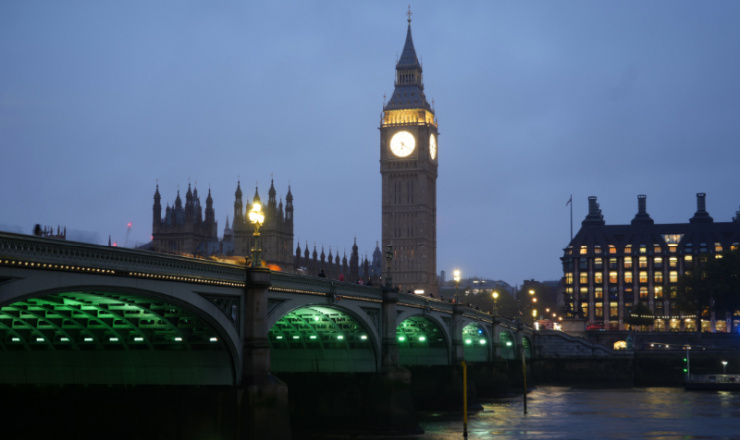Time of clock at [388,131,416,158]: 6:21
